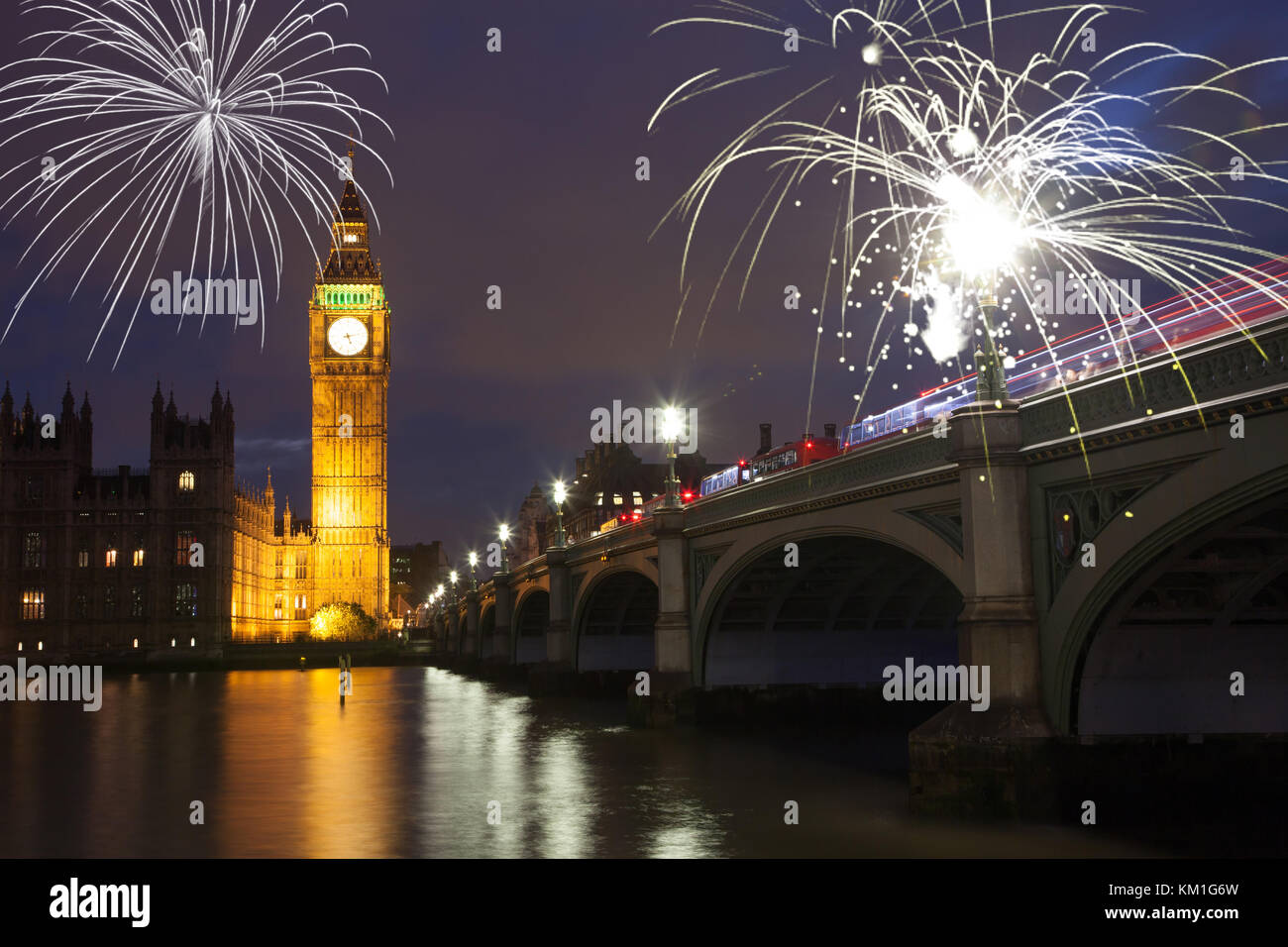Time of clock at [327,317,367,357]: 5:13
